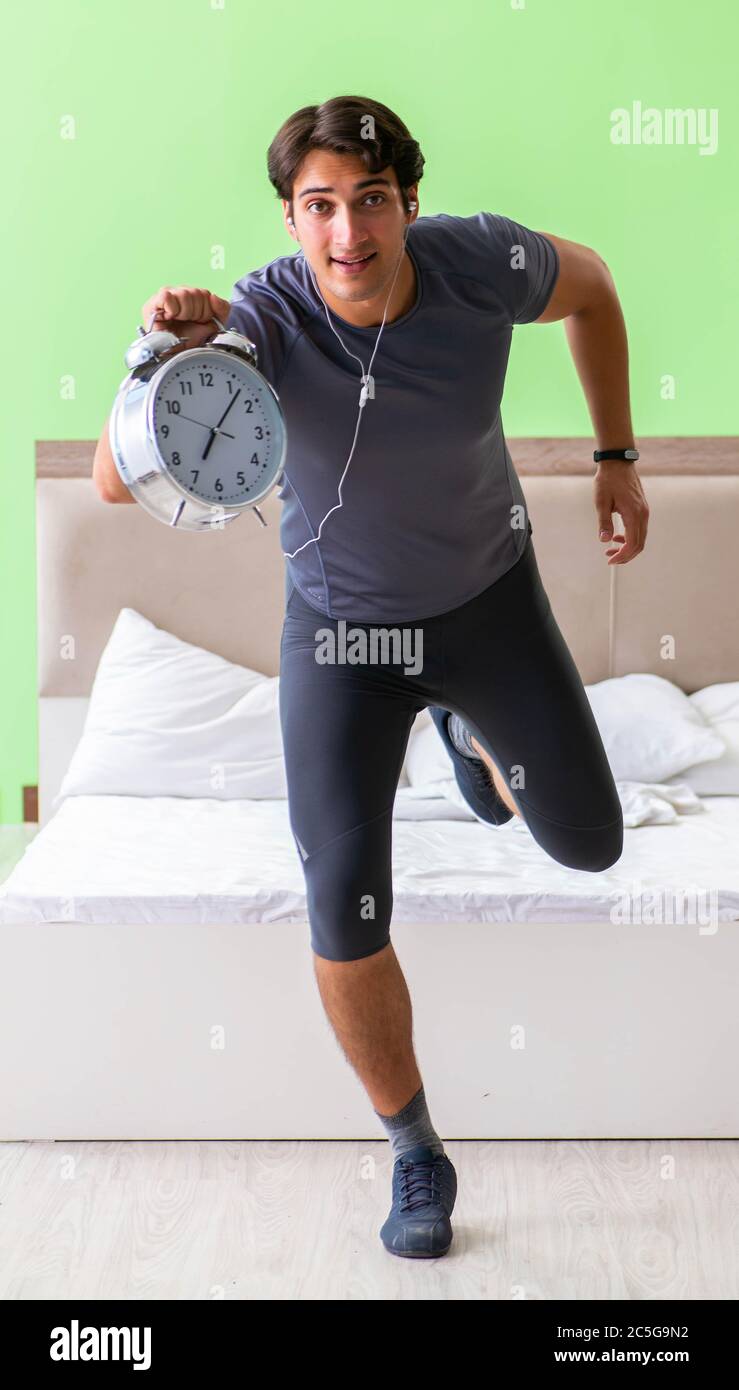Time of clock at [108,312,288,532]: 7:06
